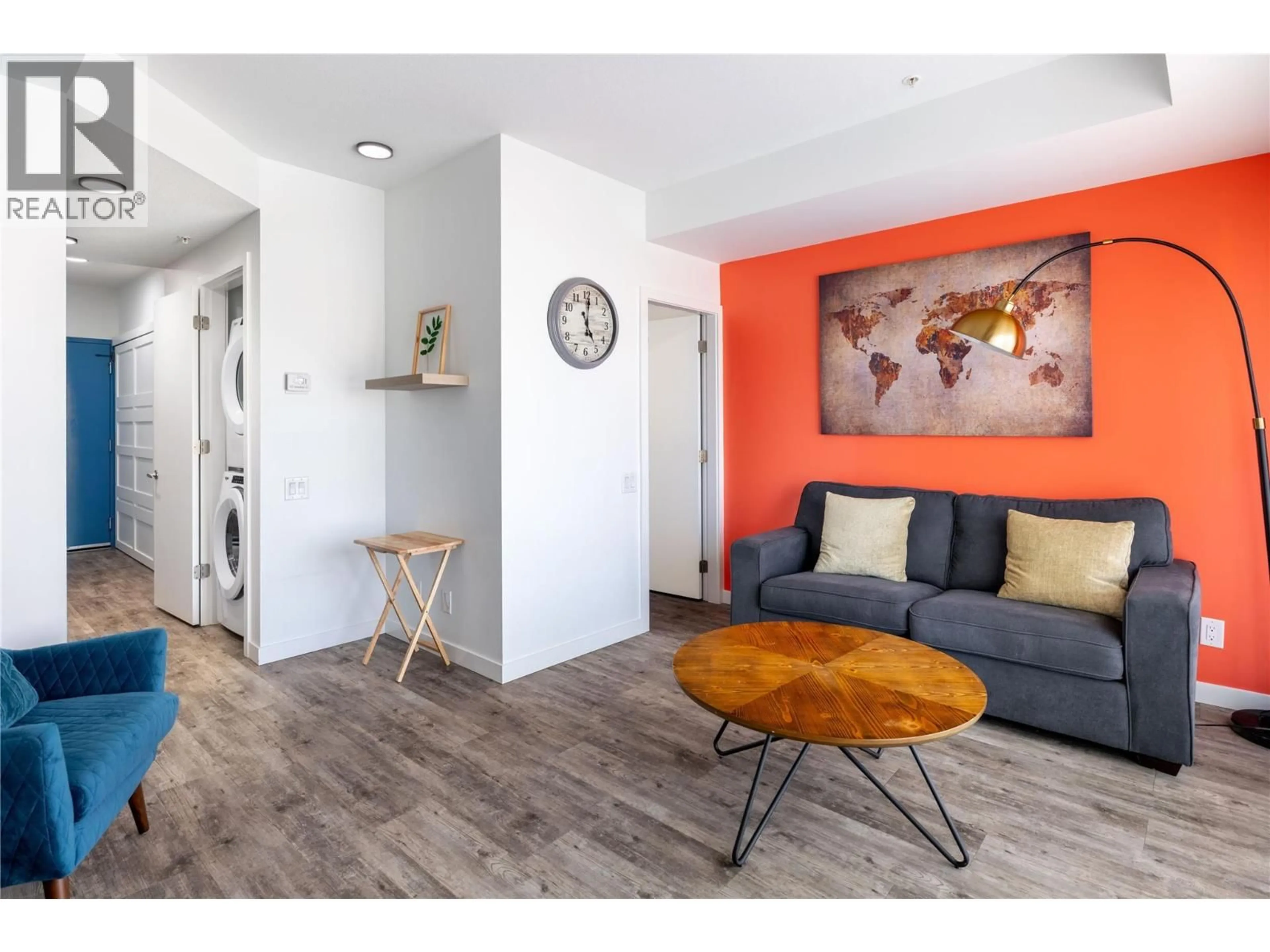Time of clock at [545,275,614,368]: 5:01
